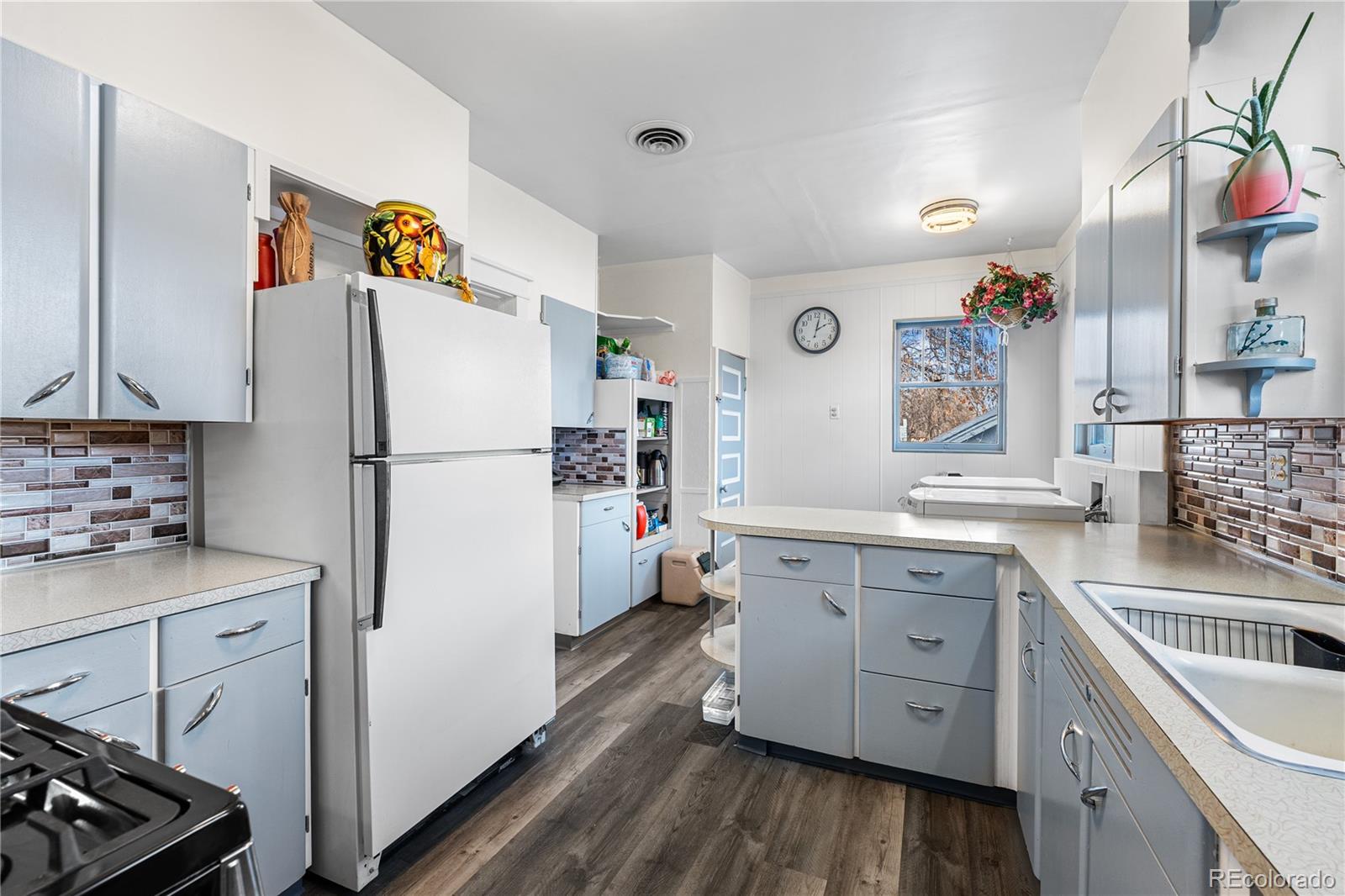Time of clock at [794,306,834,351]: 2:01
